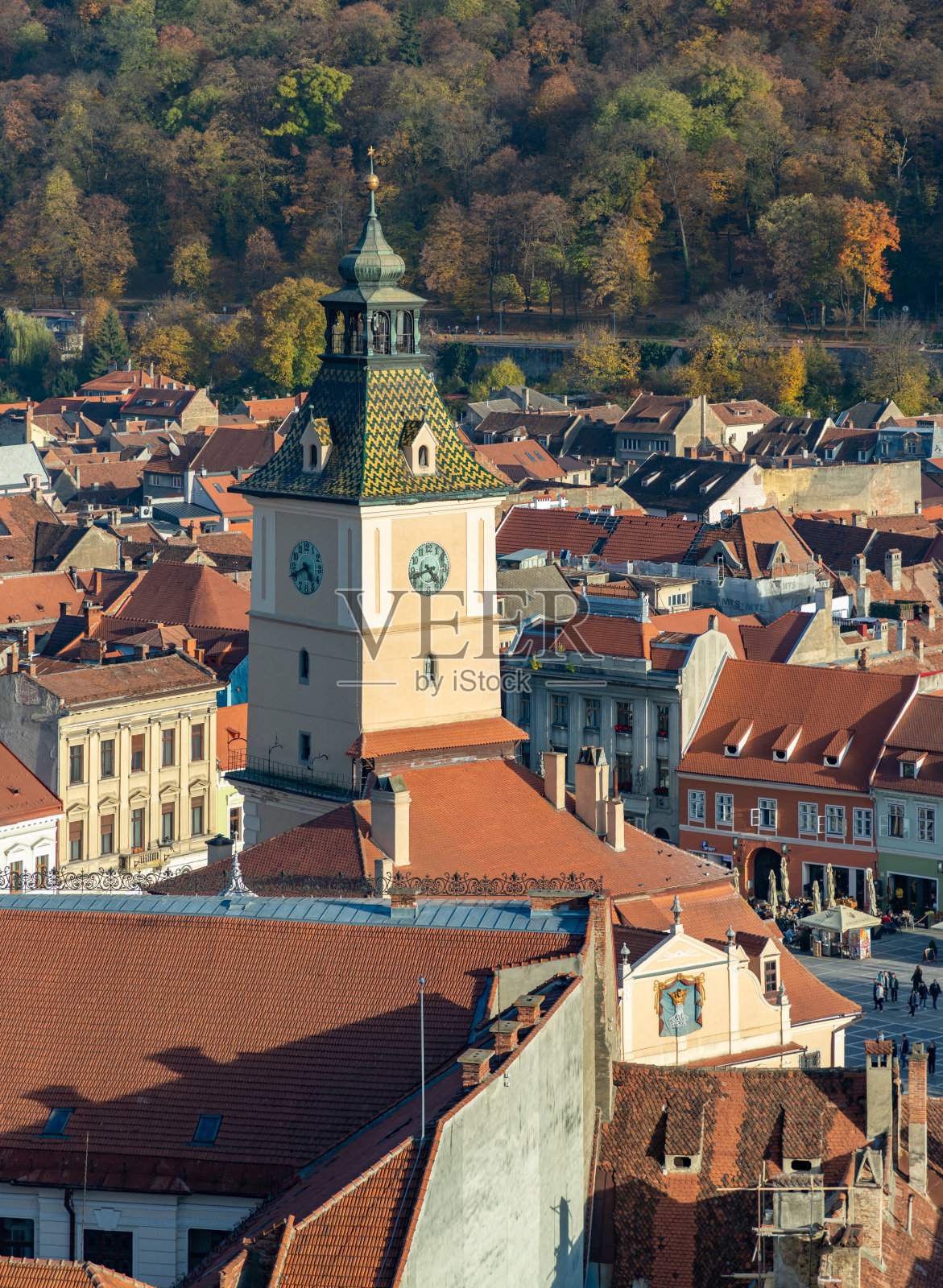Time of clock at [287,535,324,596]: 4:41
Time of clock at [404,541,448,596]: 4:42
